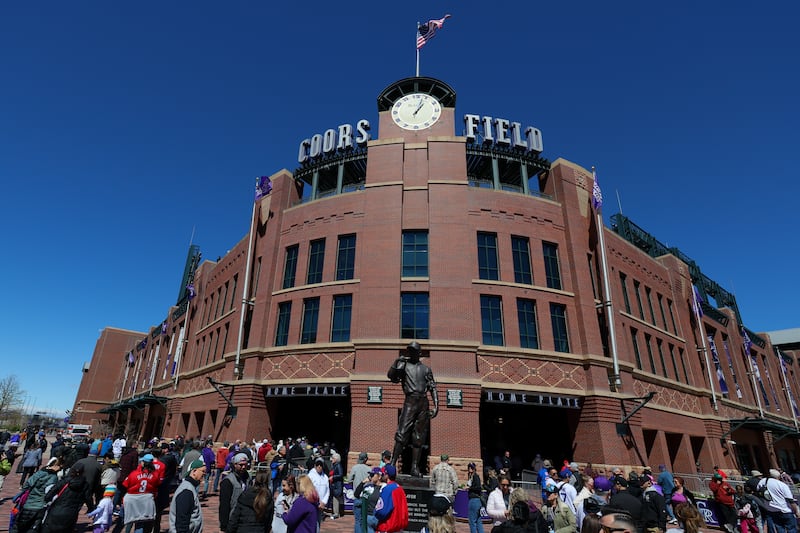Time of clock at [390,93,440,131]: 1:03
